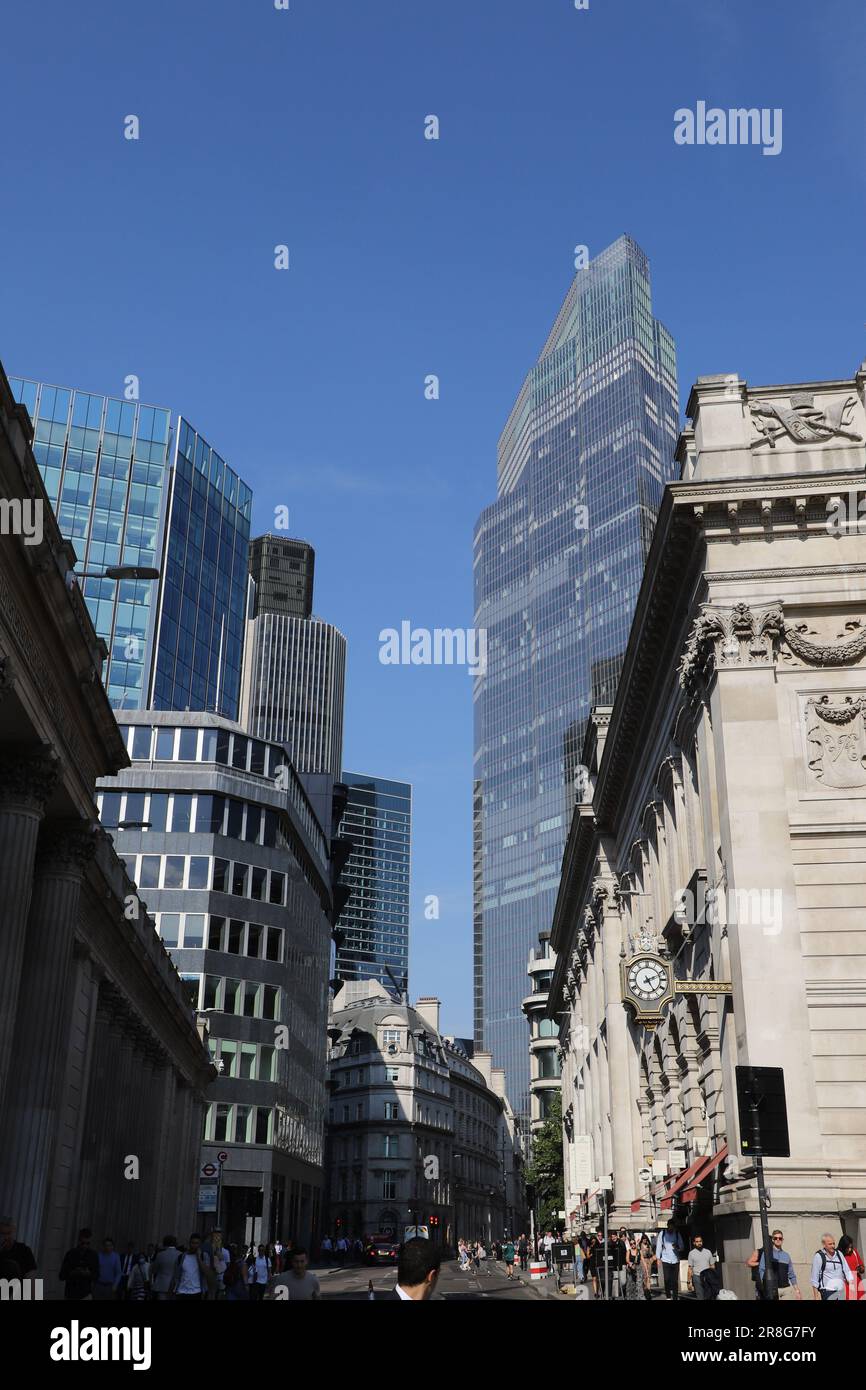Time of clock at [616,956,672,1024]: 2:25
